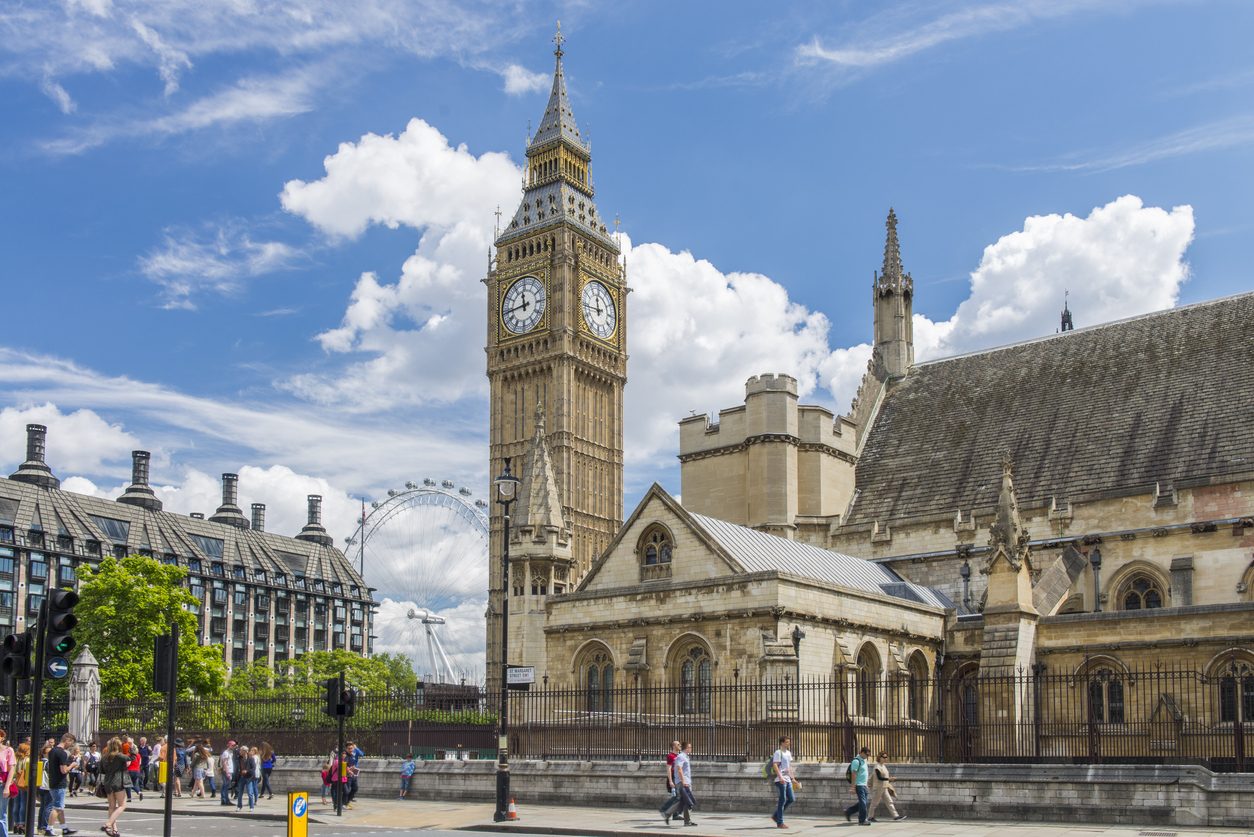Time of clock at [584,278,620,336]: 11:44
